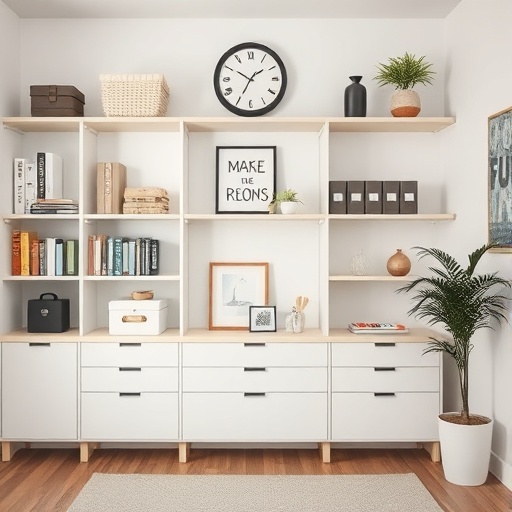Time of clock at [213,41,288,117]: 1:34
